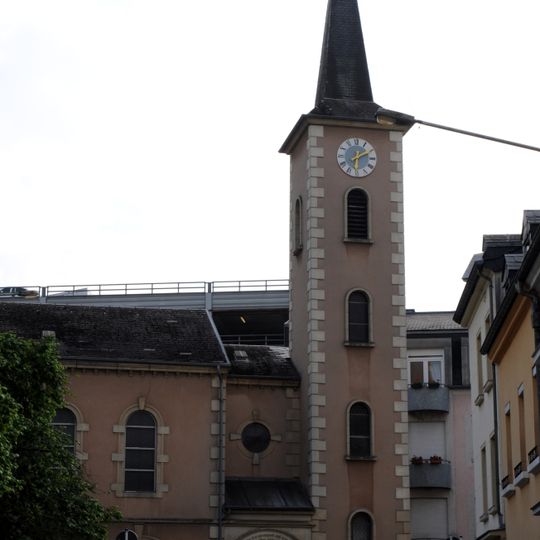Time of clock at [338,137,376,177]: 6:10
